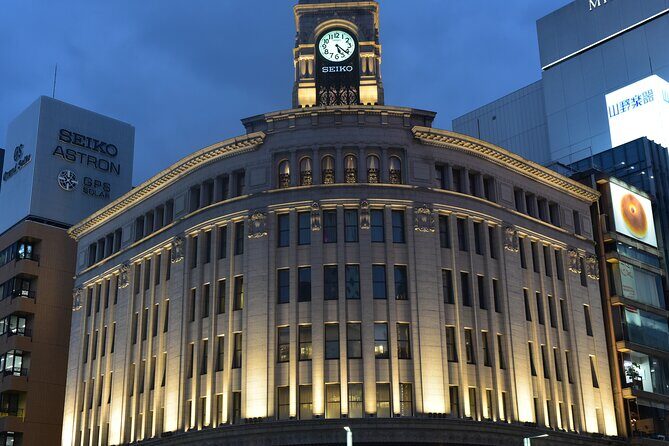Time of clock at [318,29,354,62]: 5:21
